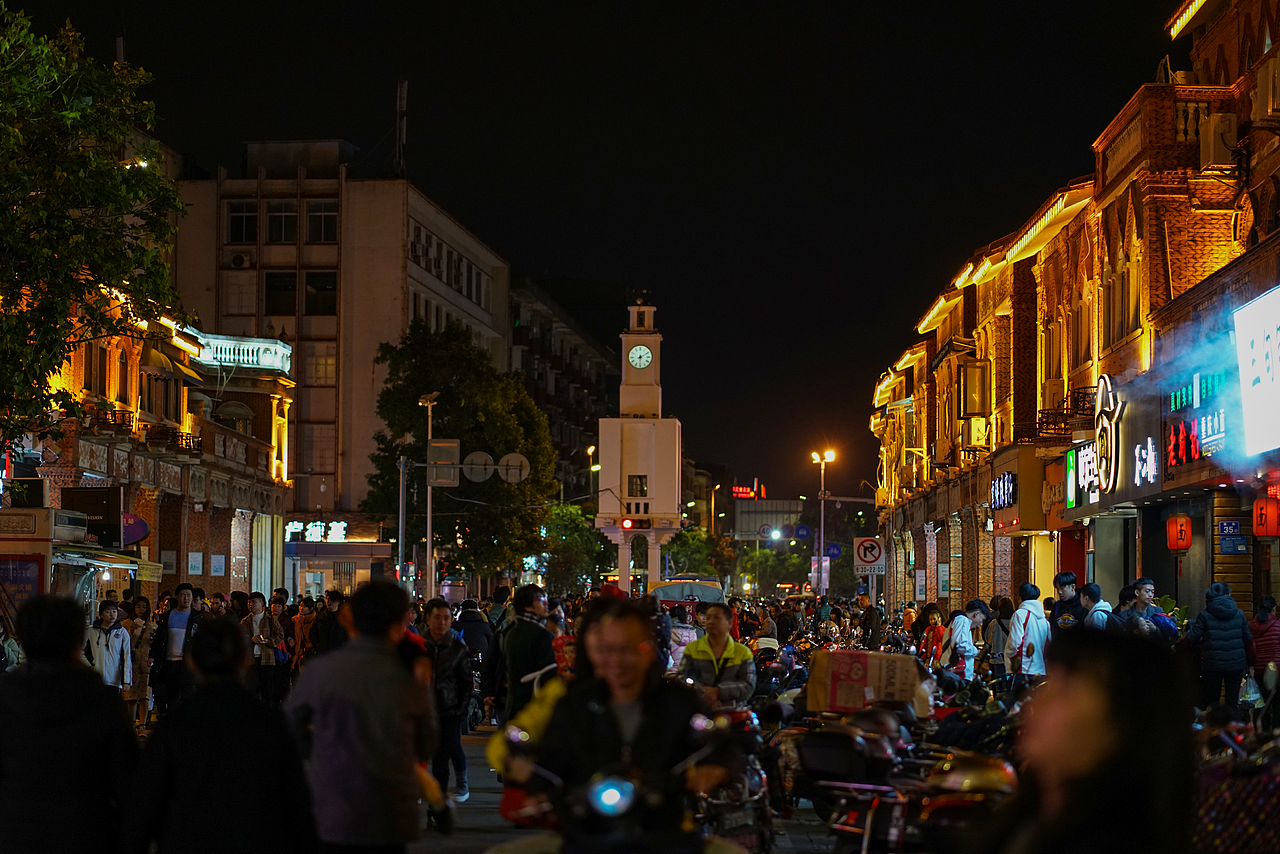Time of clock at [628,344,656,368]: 6:10
